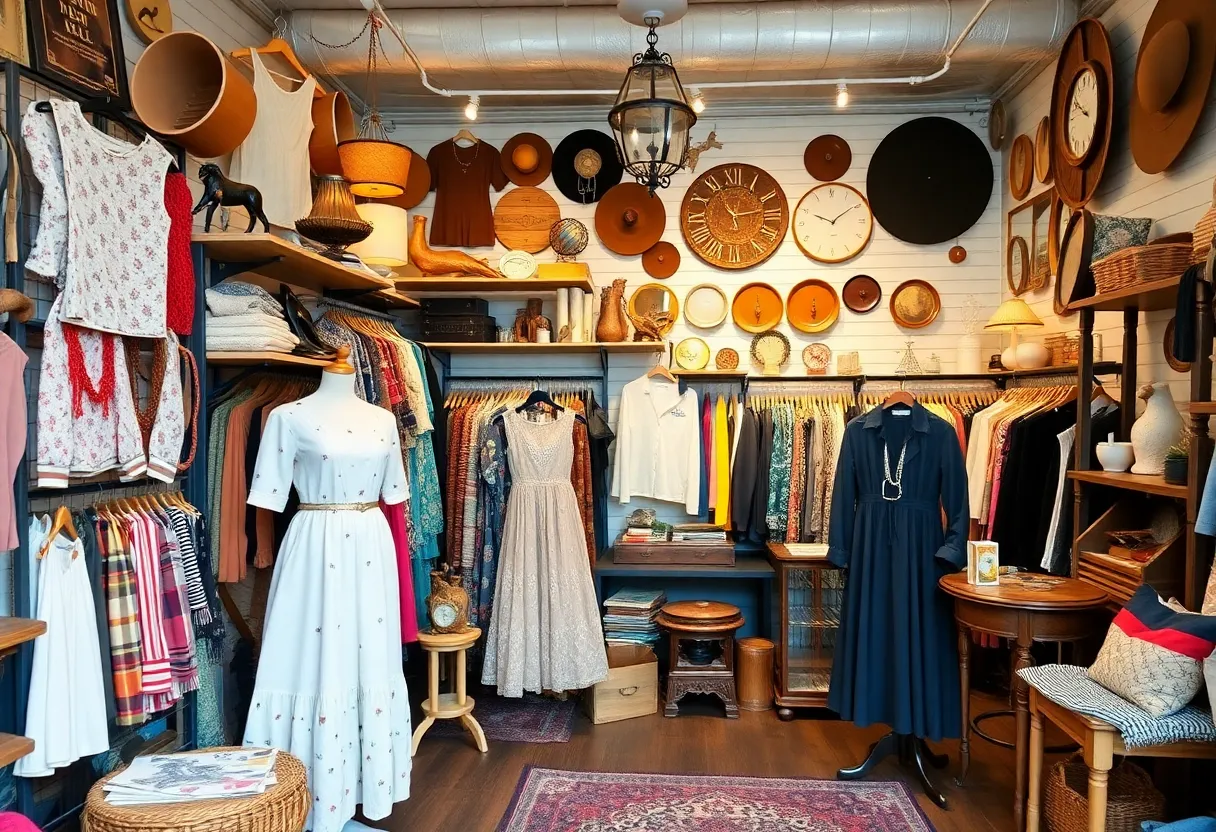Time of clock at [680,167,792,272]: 11:13
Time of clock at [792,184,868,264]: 1:49
